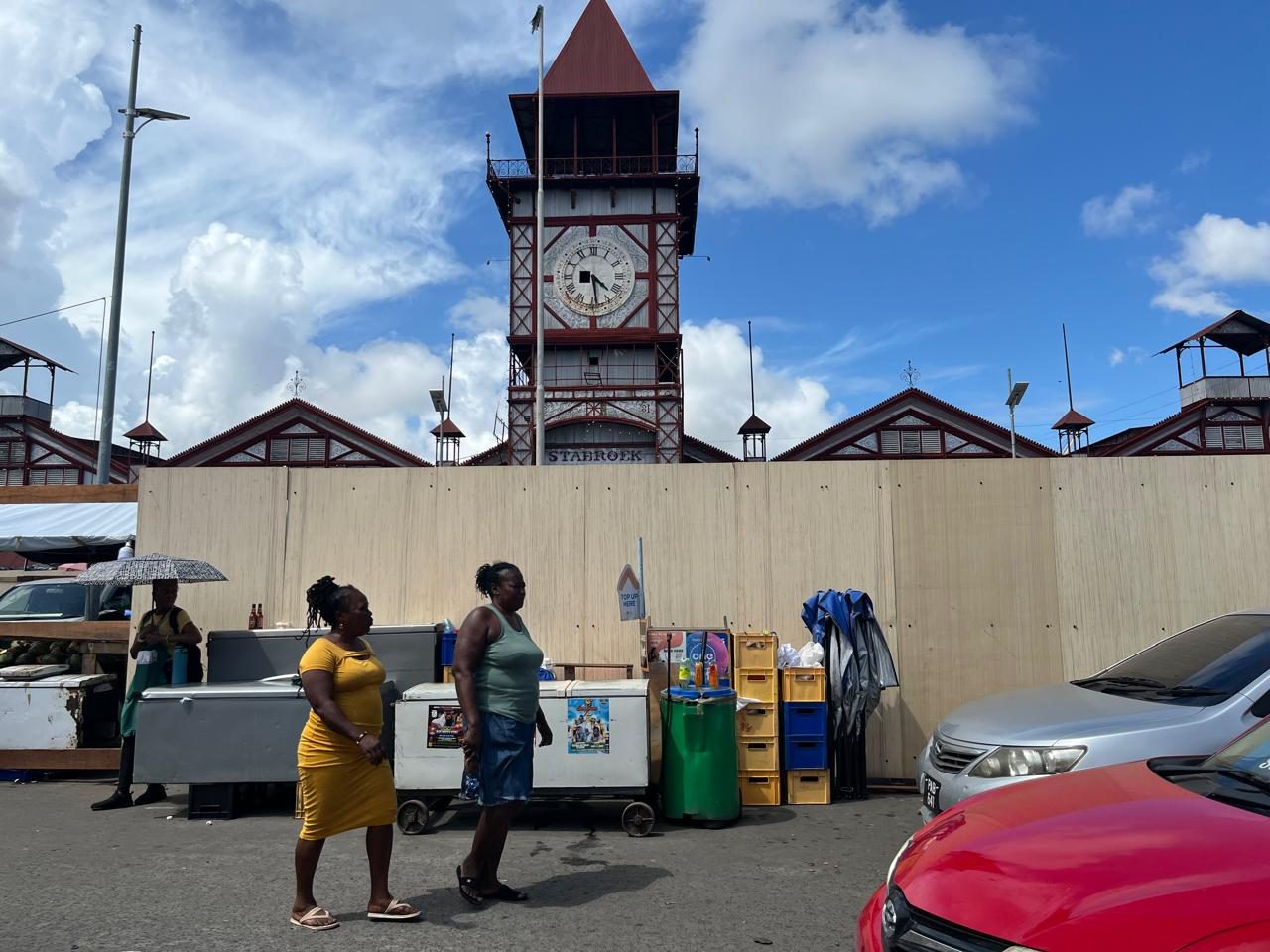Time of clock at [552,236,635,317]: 4:28
